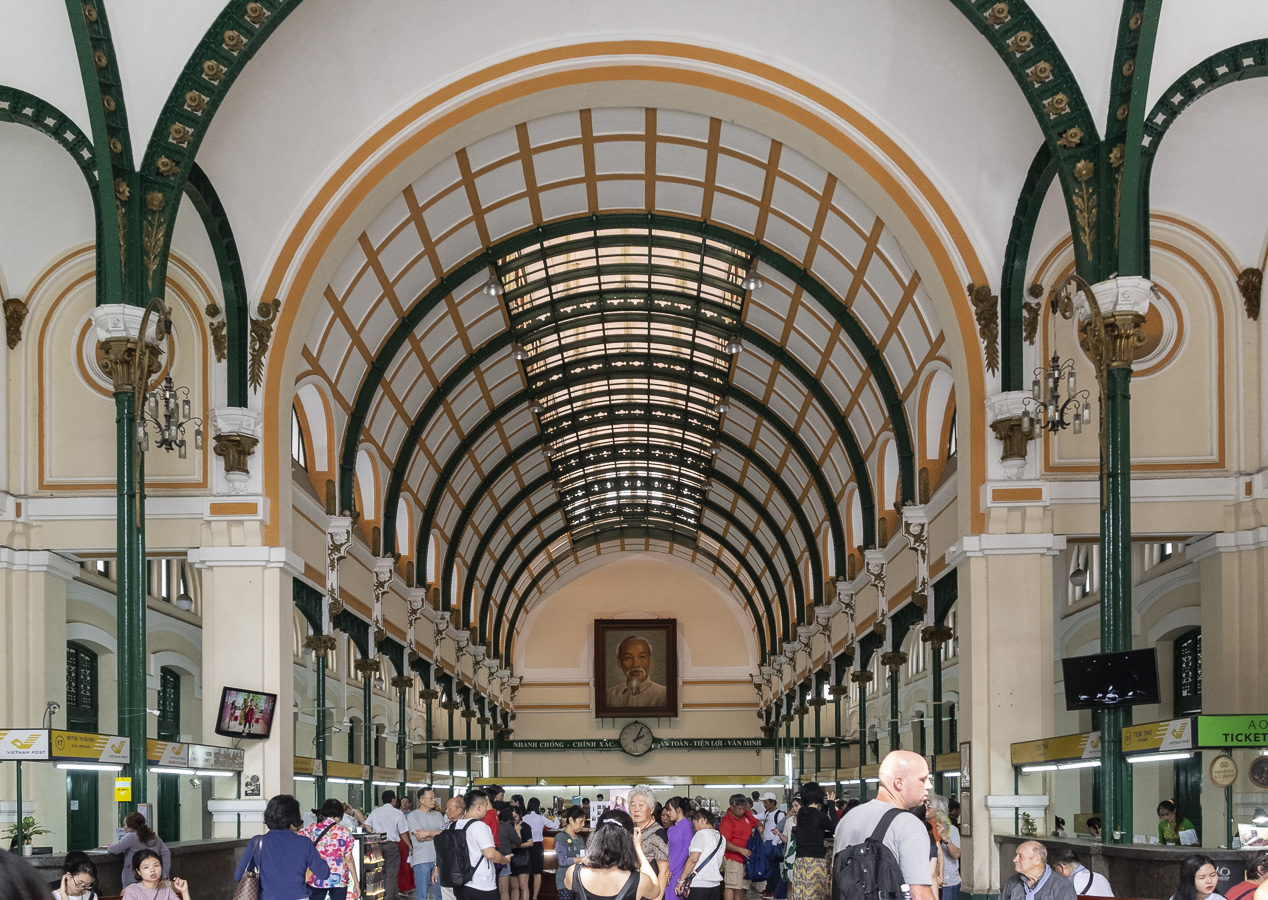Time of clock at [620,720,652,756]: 2:04
